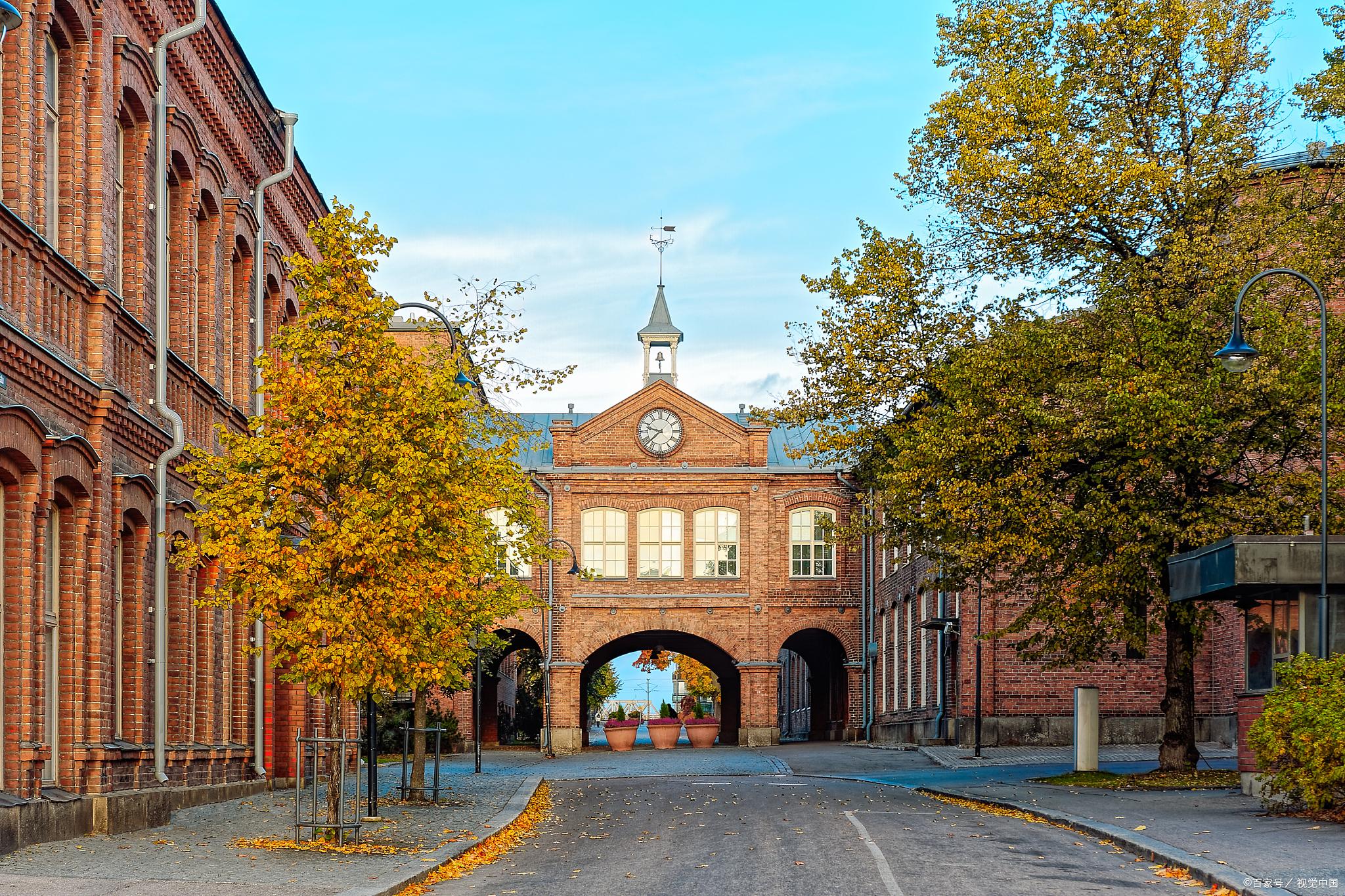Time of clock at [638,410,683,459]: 9:38
